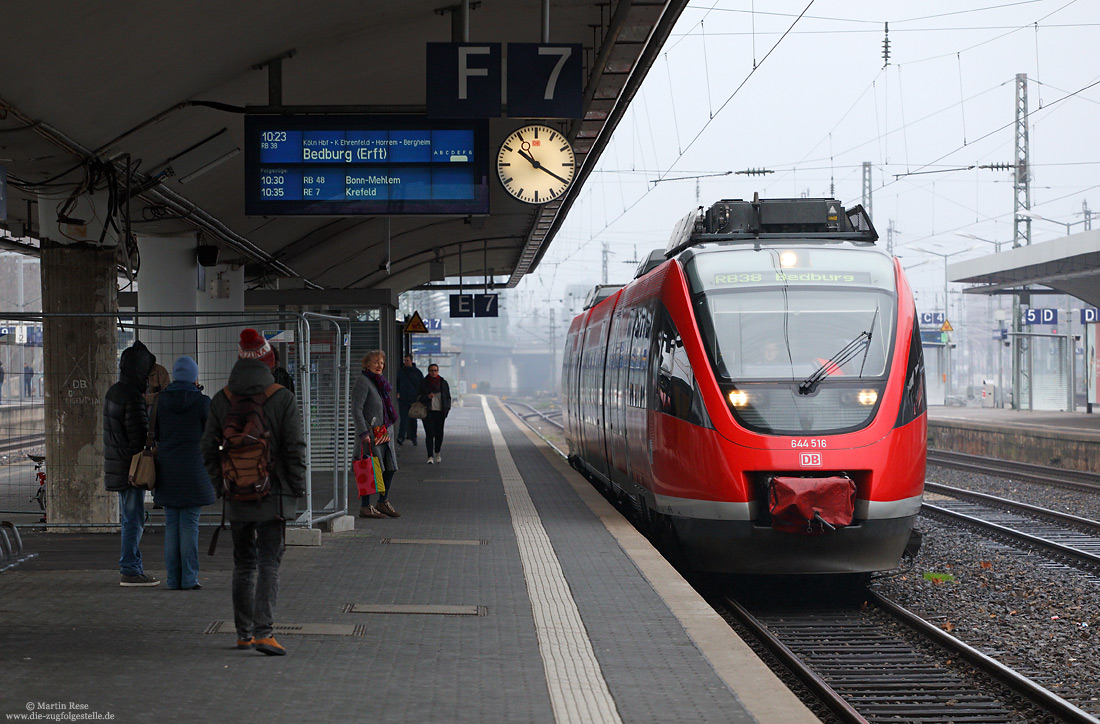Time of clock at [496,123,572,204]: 10:20
